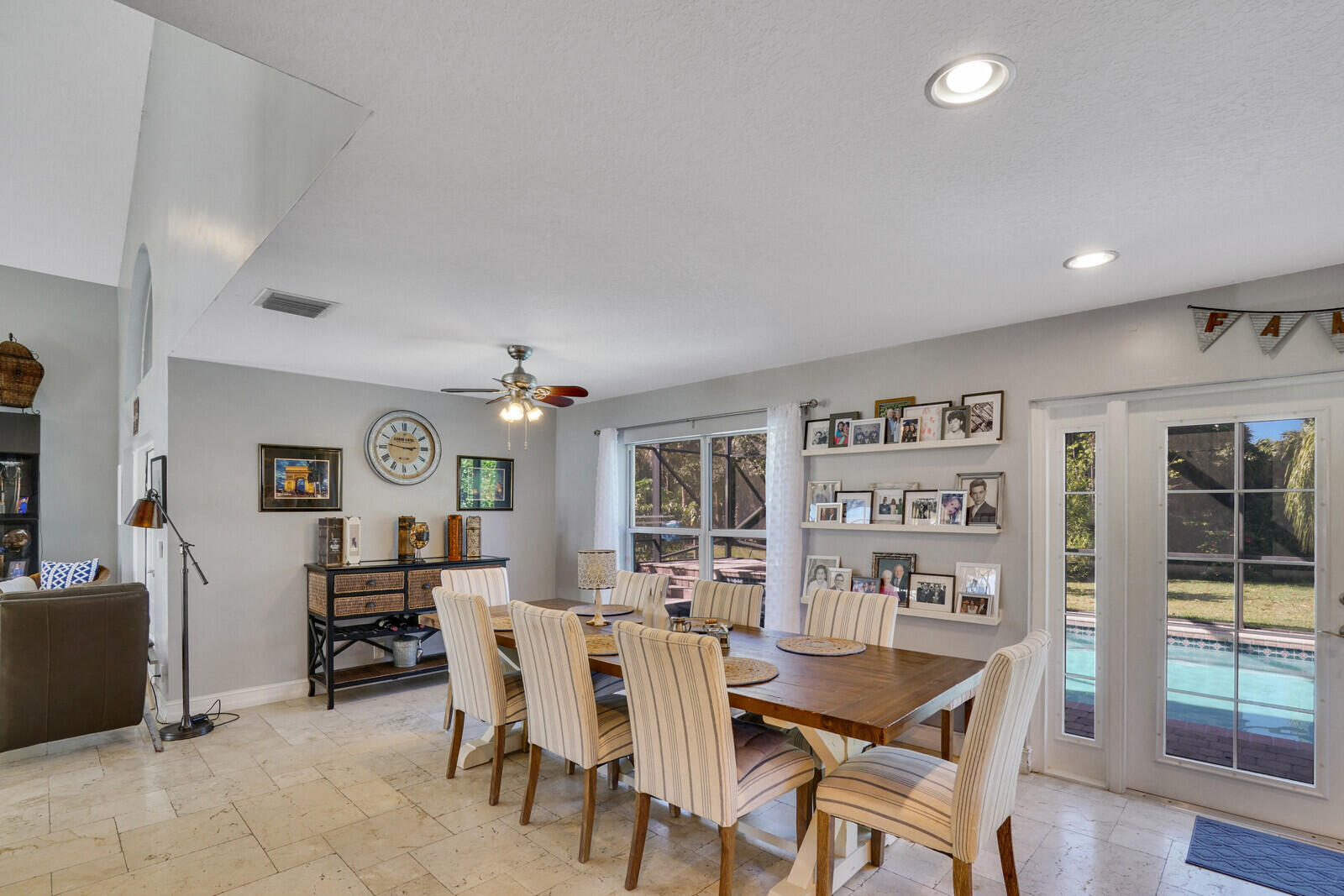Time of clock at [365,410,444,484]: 2:46
